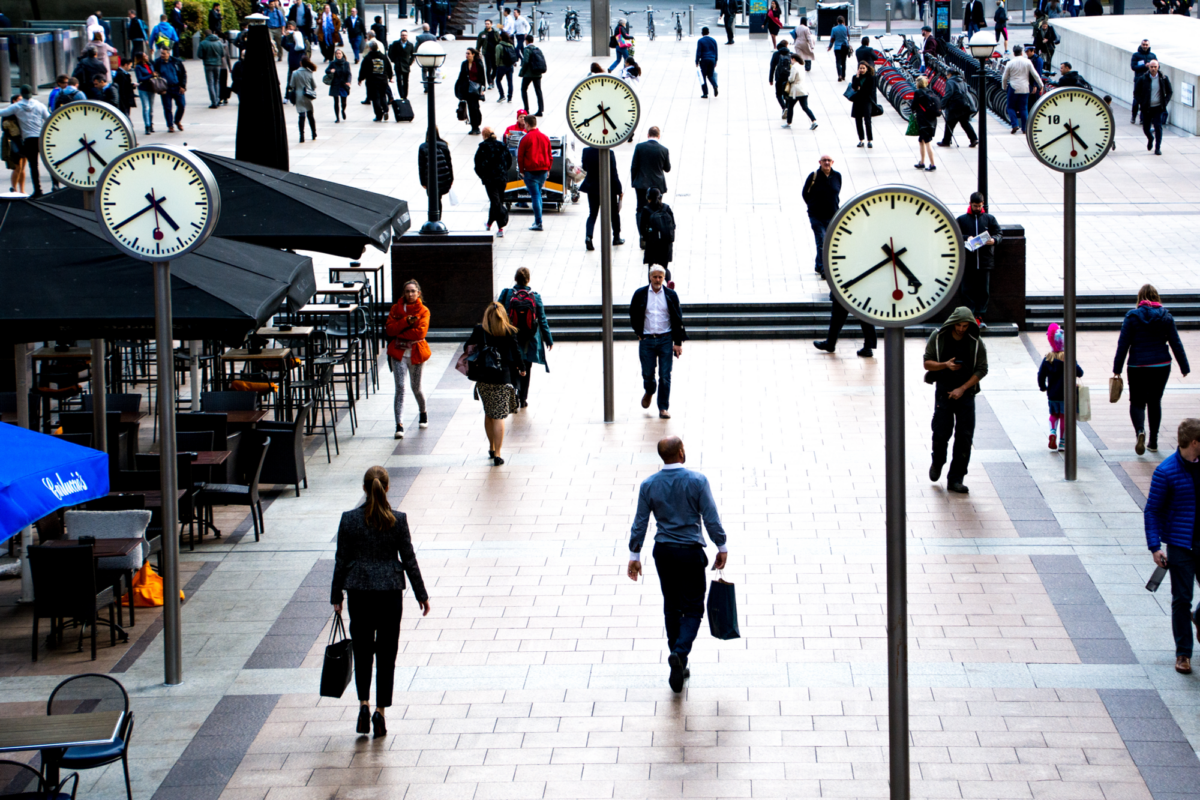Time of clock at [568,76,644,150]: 4:40
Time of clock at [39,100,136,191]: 4:39
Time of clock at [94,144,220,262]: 4:39
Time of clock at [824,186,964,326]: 4:39
